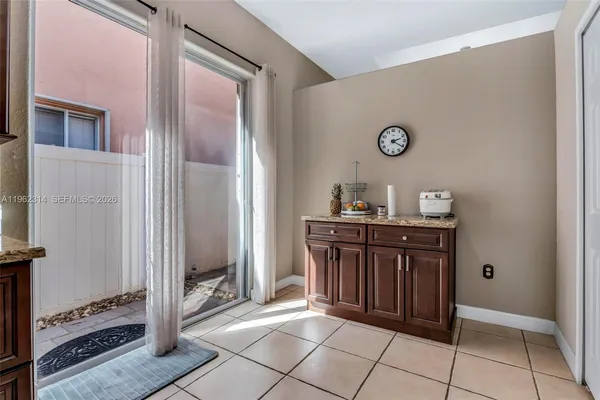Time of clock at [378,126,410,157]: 2:20
